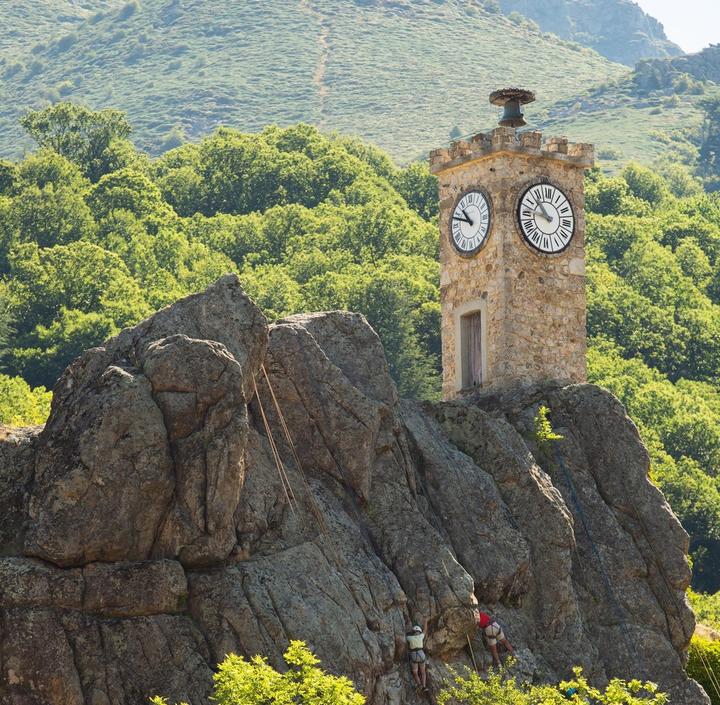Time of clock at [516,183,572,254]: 10:45
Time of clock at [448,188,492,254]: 10:48
